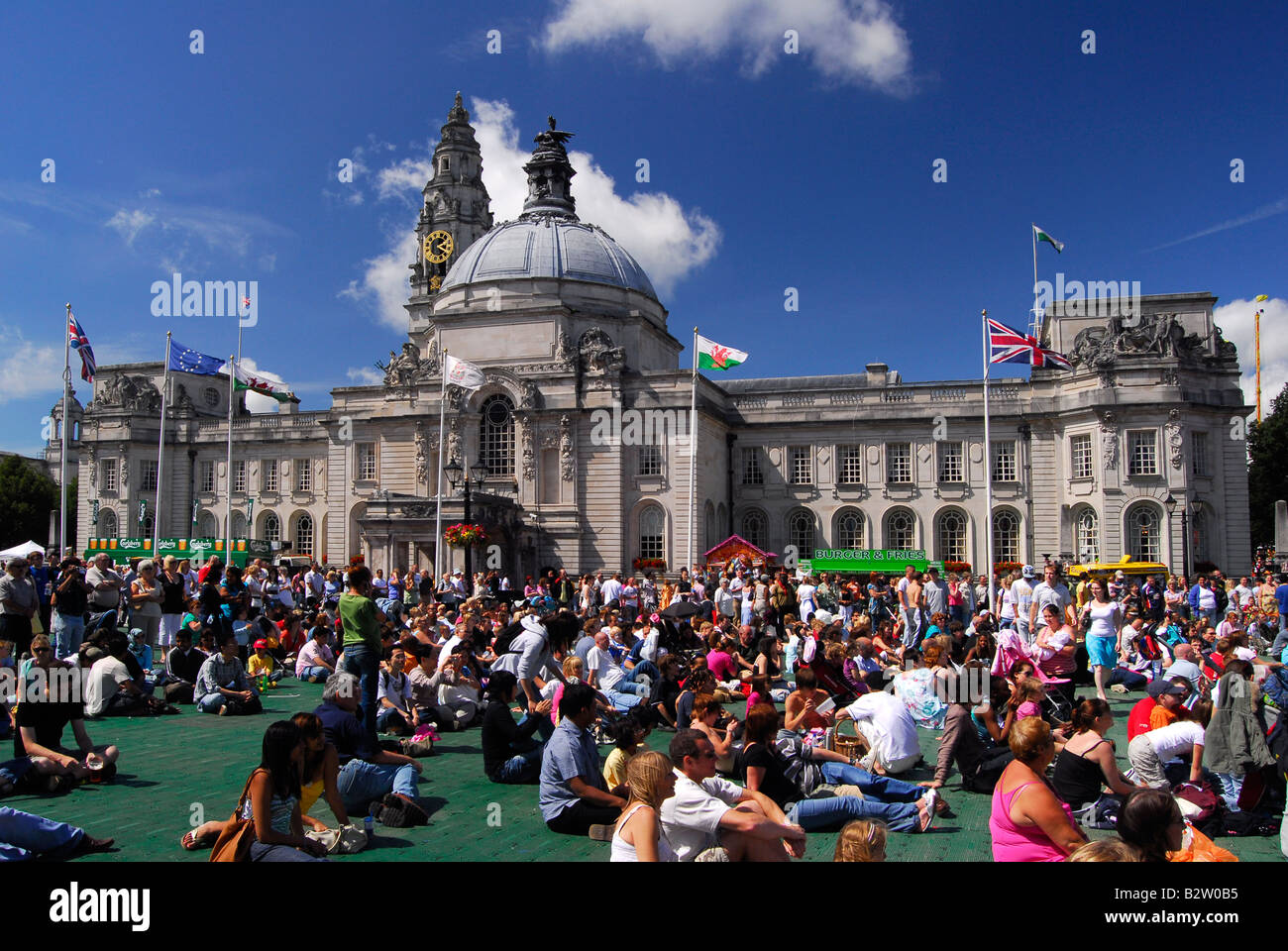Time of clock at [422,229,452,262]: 2:19
